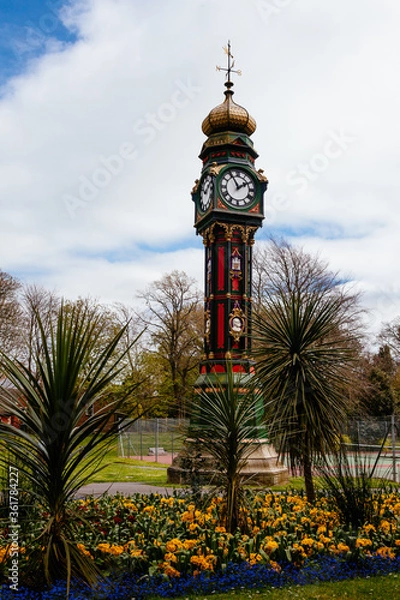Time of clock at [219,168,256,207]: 1:55
